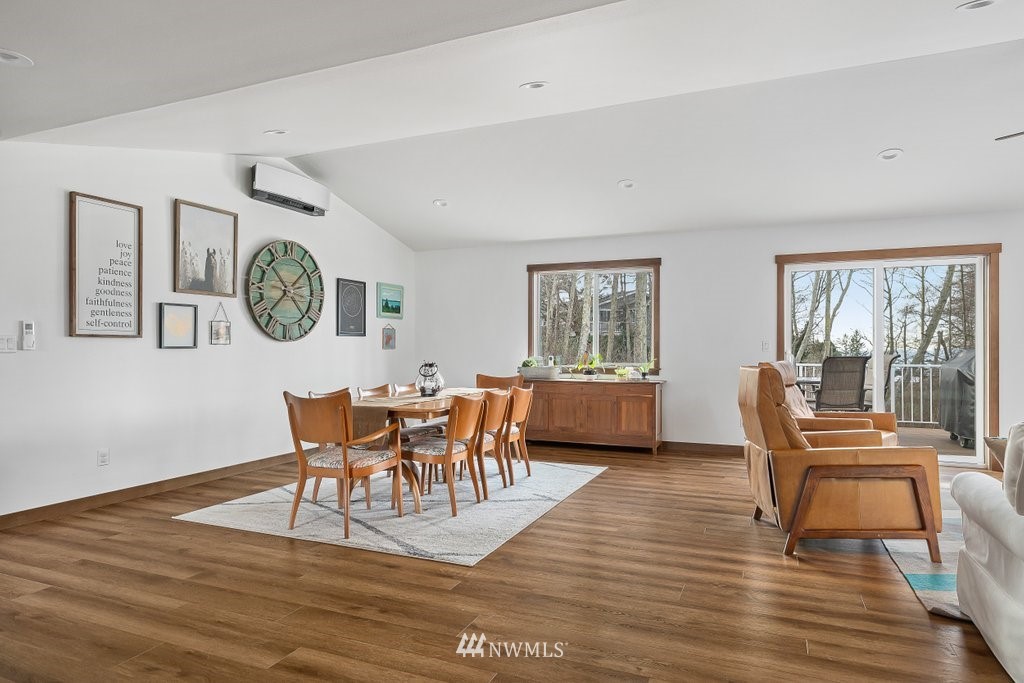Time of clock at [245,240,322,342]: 10:37
